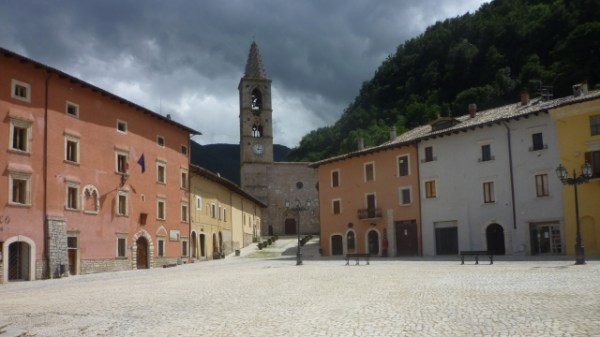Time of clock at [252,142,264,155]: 3:02
